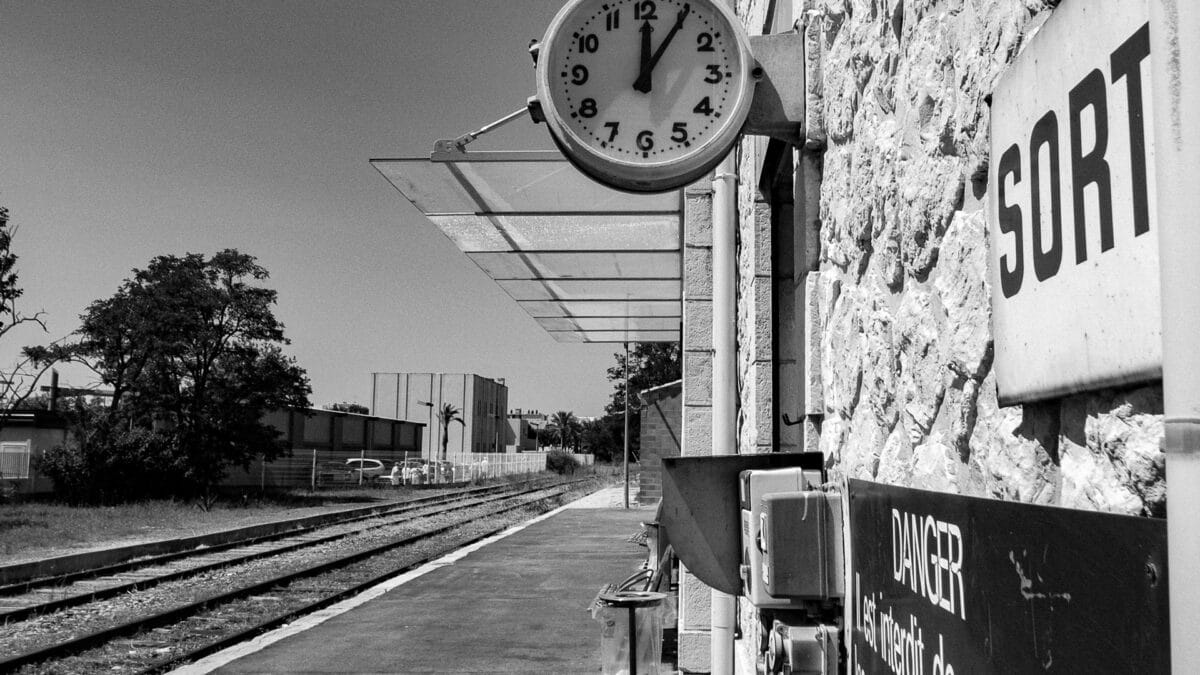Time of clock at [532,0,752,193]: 12:05
